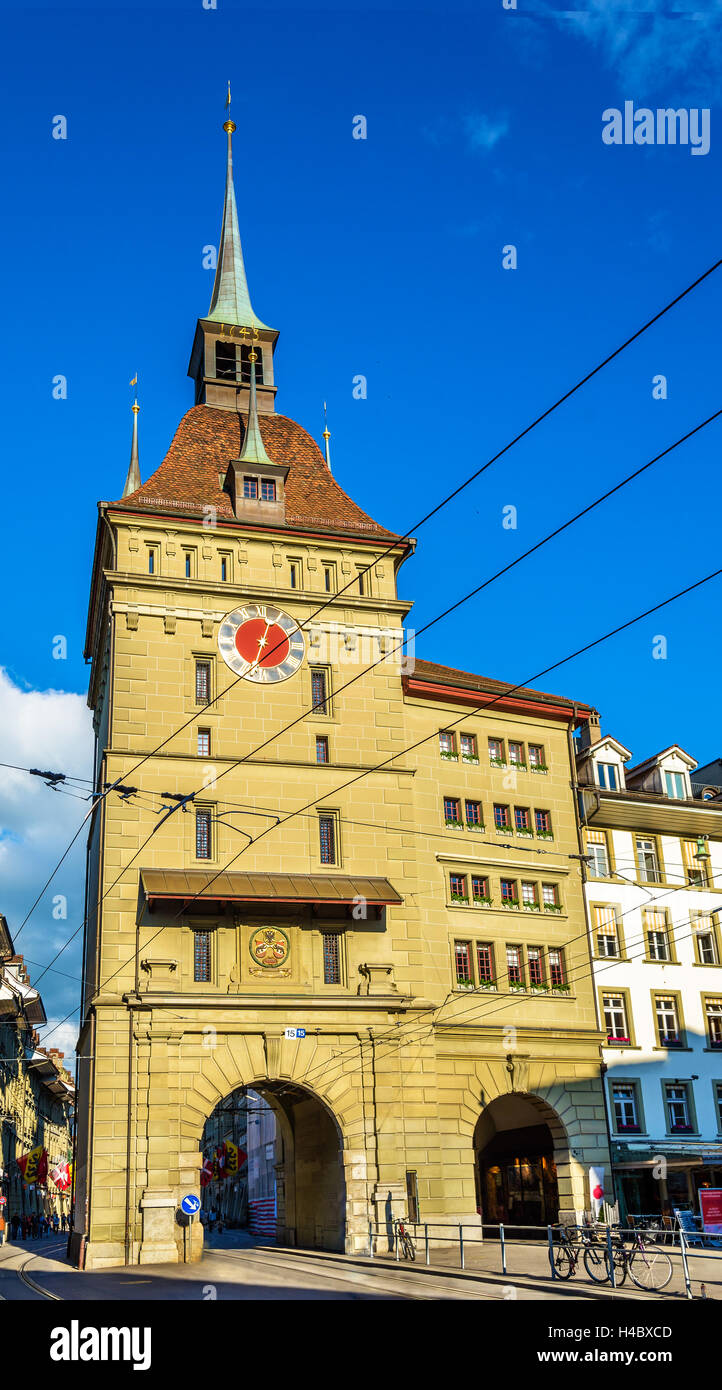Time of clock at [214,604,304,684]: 12:32
